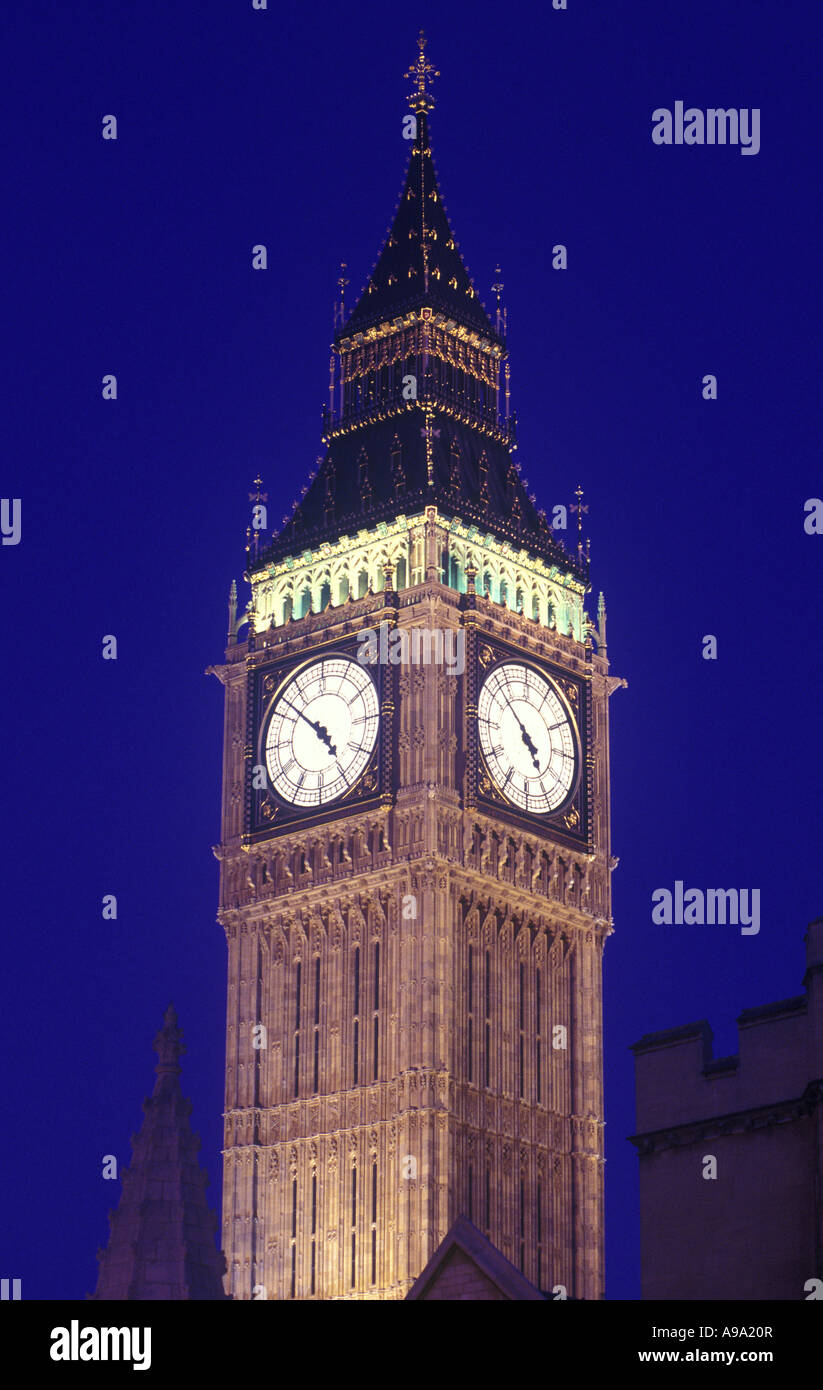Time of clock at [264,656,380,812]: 4:52
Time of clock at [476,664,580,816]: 4:52
